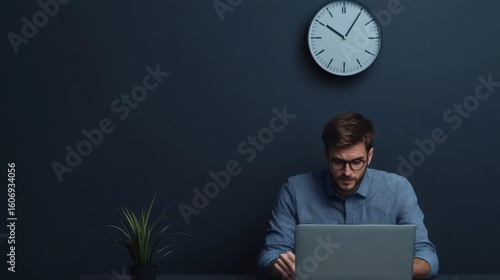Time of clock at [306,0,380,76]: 10:05
